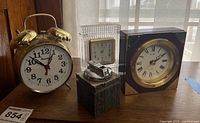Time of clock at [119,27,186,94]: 2:09
